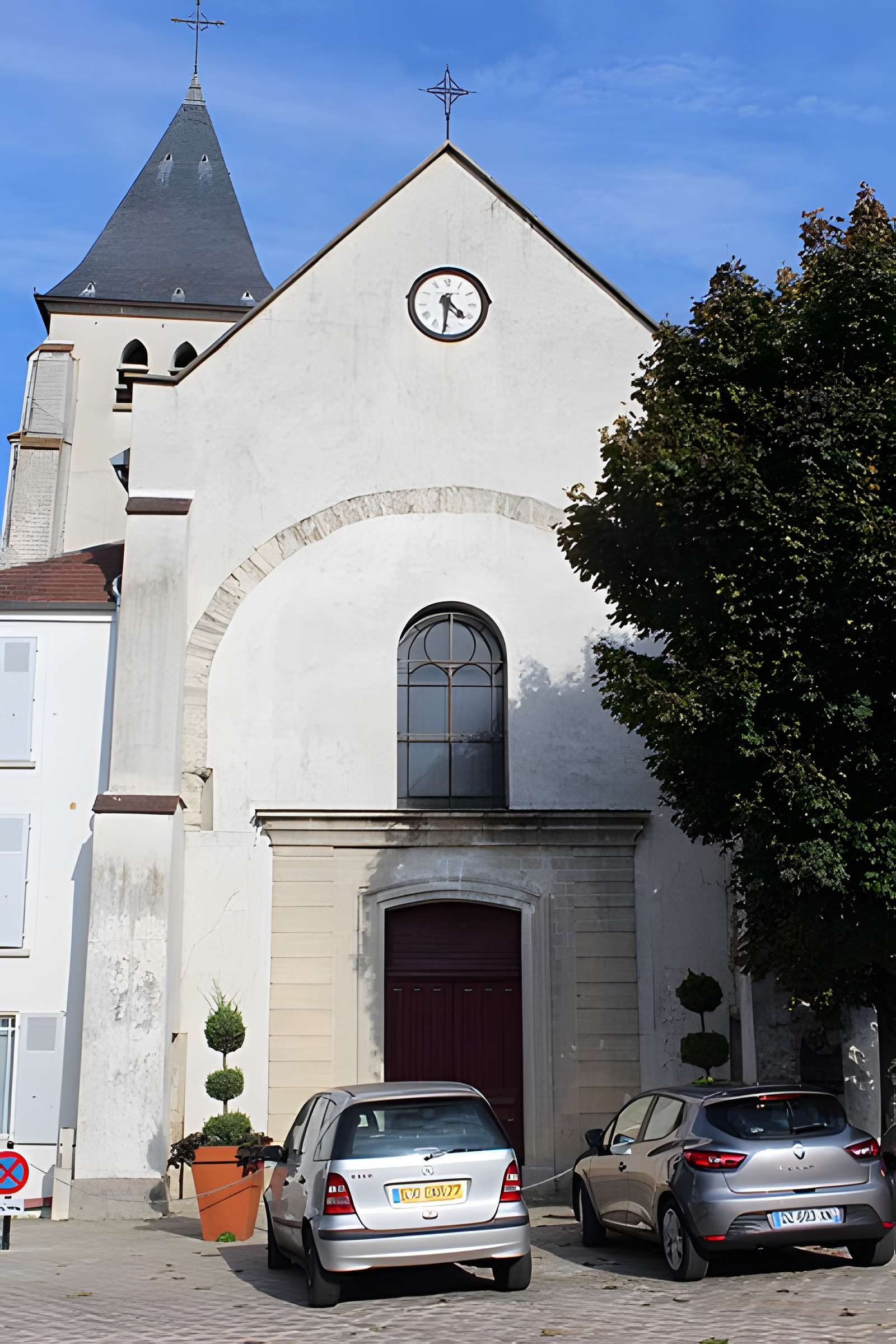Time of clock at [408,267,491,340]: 4:31
